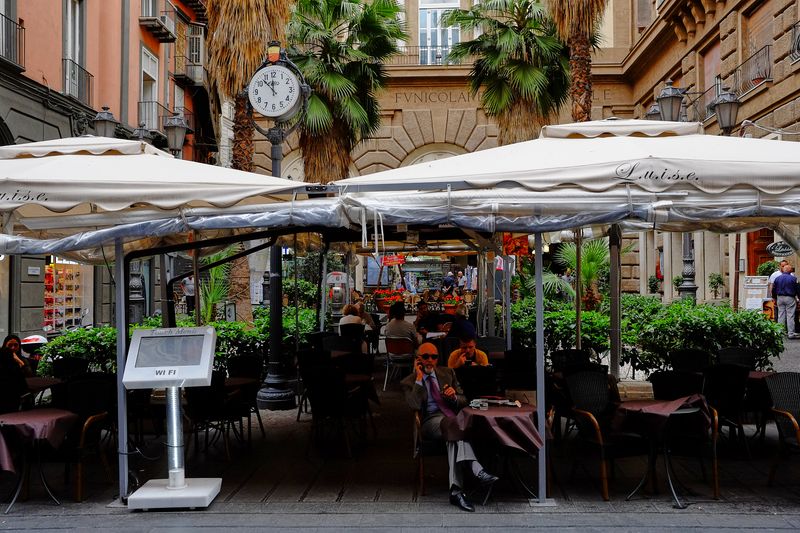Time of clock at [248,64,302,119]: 11:52
